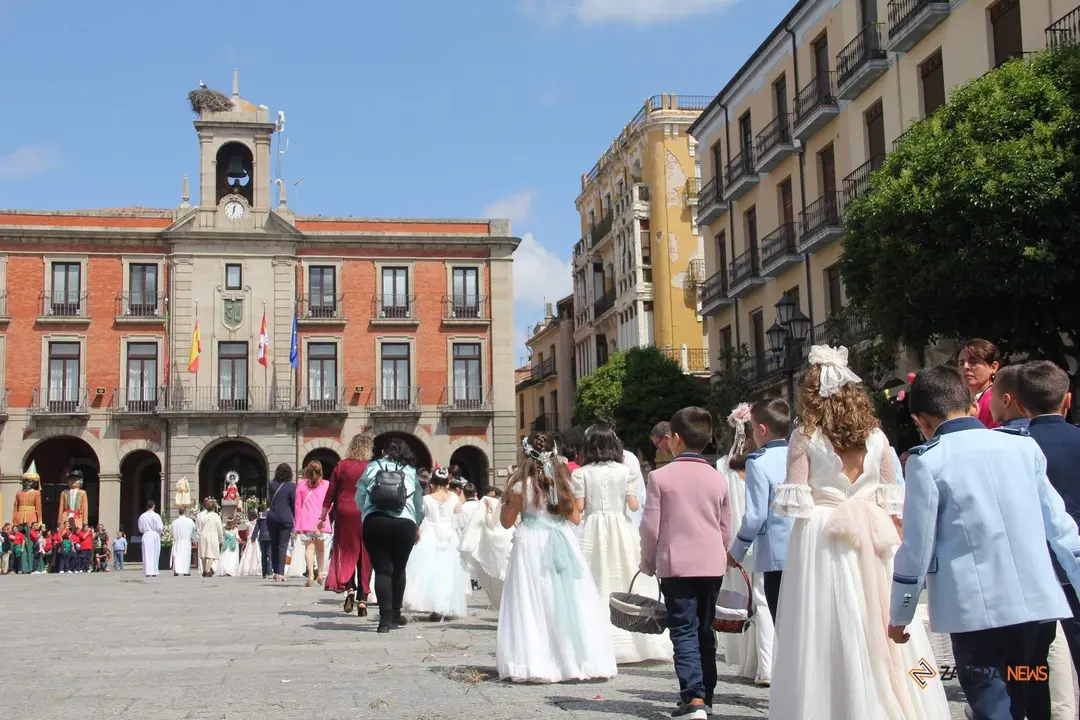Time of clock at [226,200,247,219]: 12:02
